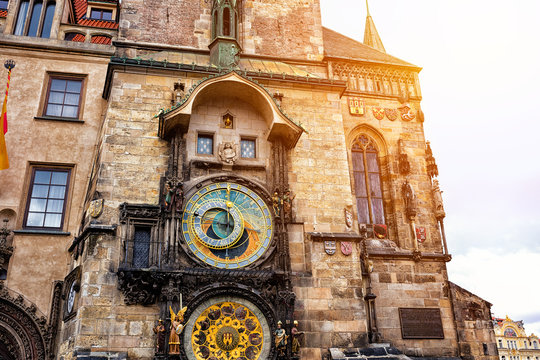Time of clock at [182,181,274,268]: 11:46
